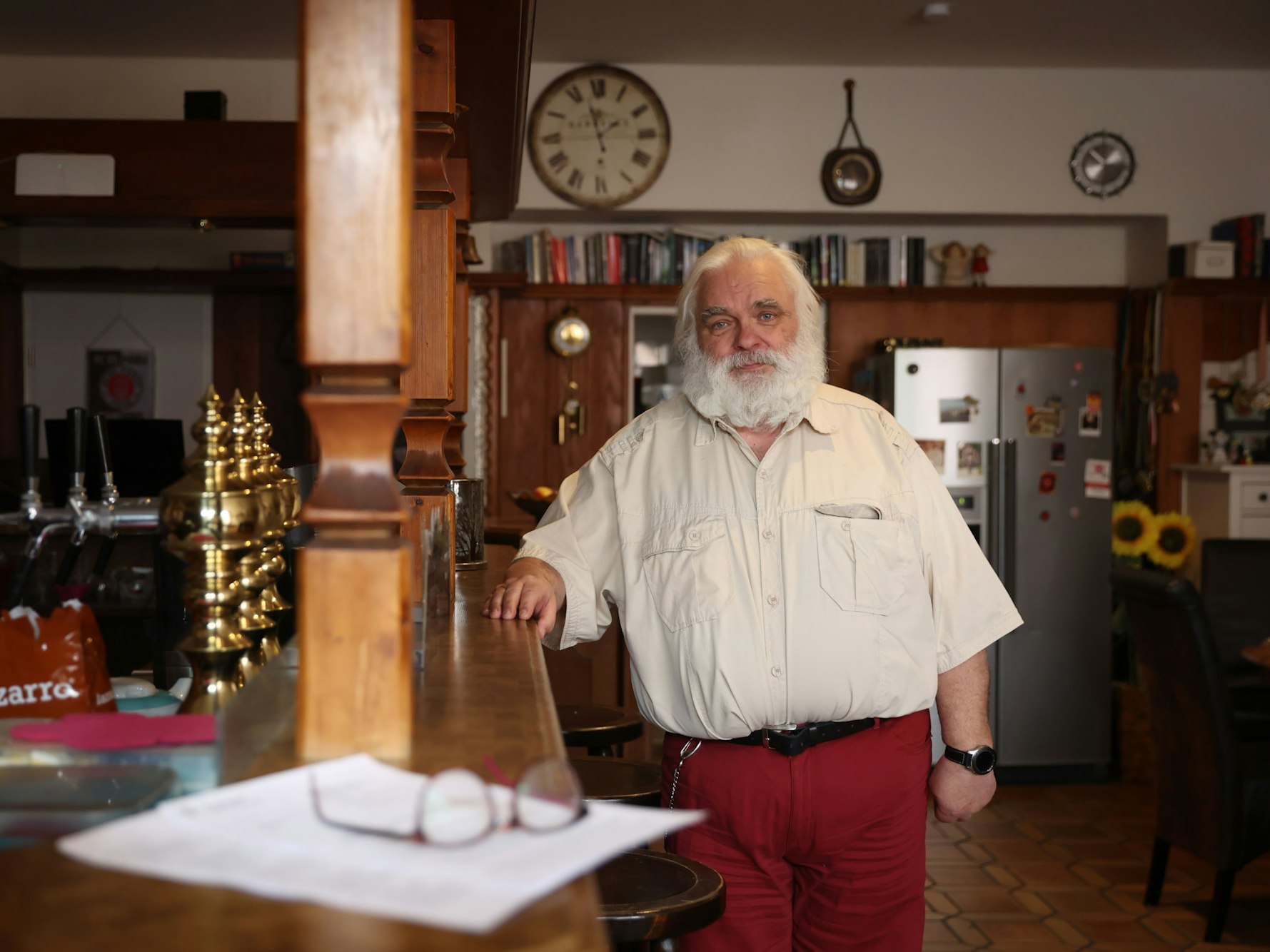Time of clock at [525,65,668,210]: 1:57
